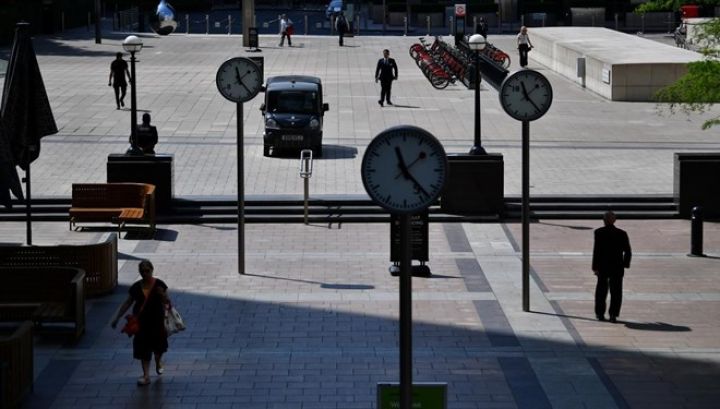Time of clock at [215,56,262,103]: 11:23
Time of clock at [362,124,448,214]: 11:23
